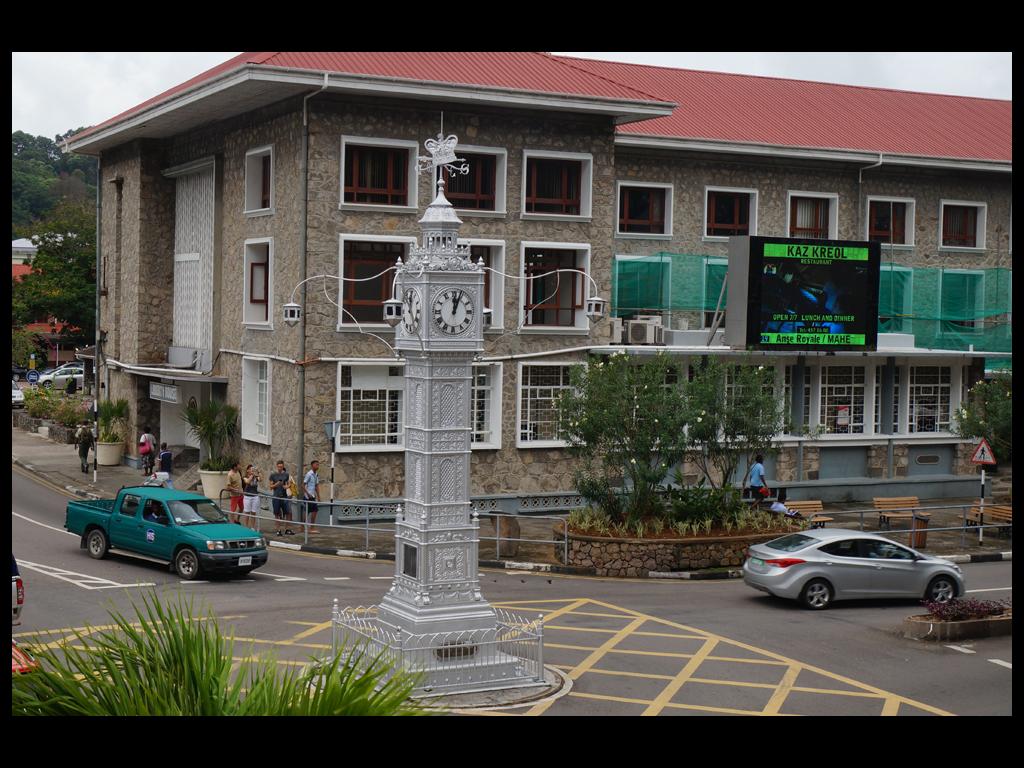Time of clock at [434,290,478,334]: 12:03
